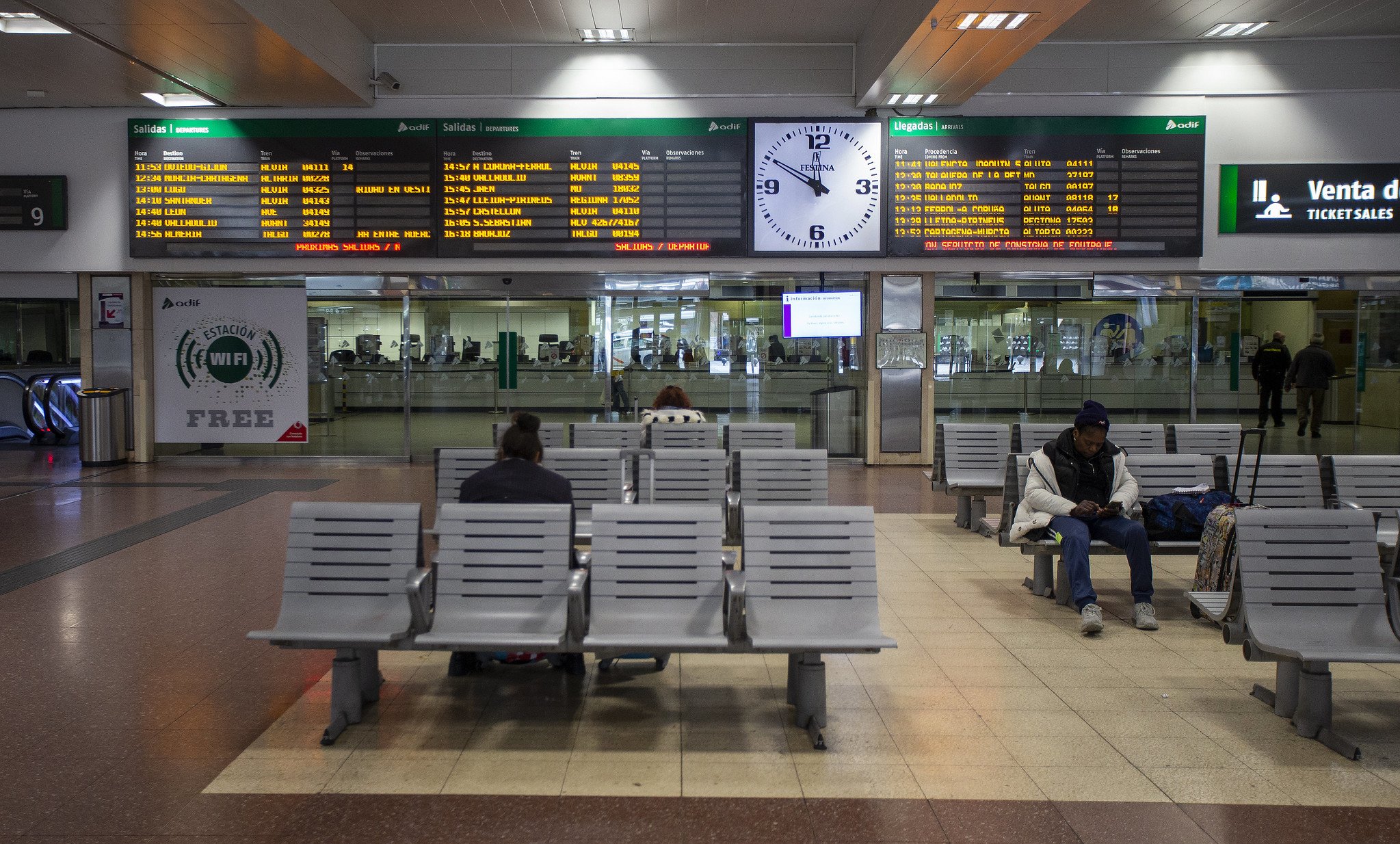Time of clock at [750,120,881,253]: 11:49
